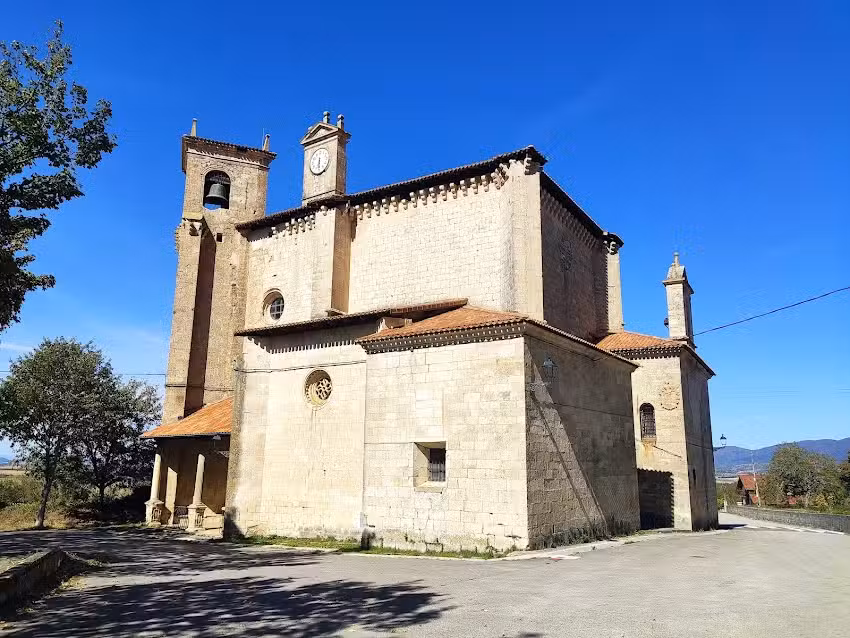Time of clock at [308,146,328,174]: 6:29
